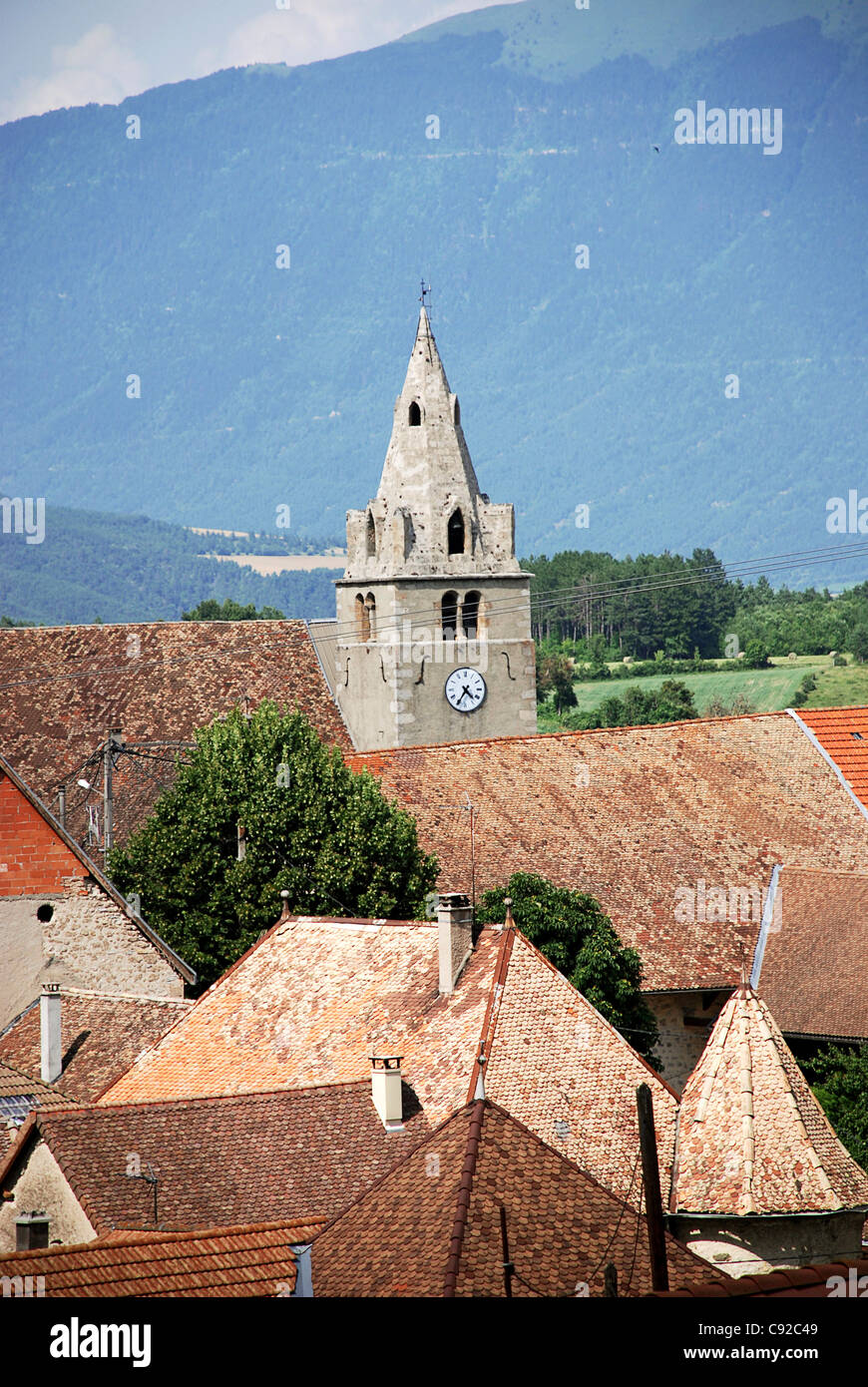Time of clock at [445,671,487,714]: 4:35
